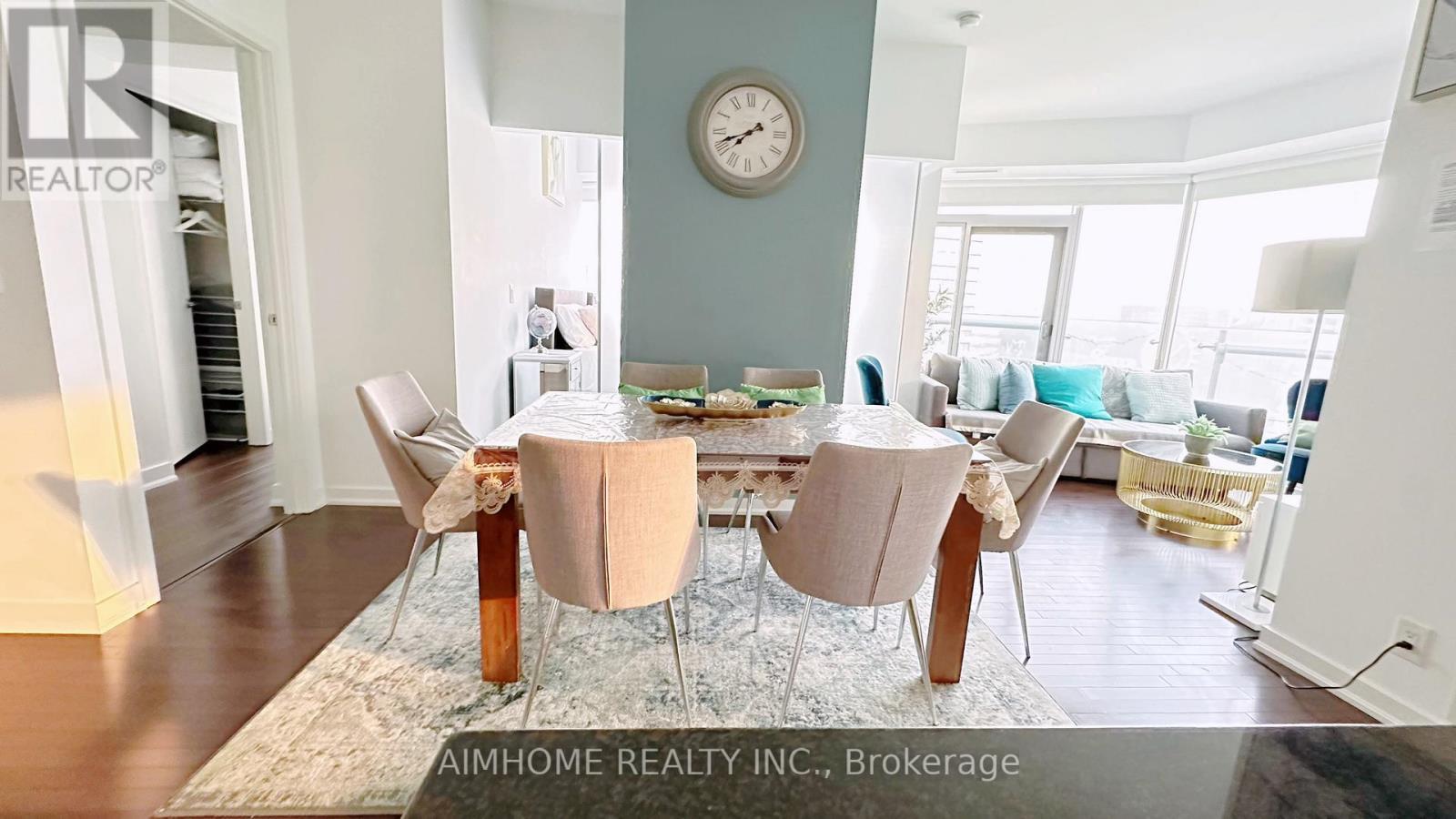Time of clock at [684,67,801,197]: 7:41
